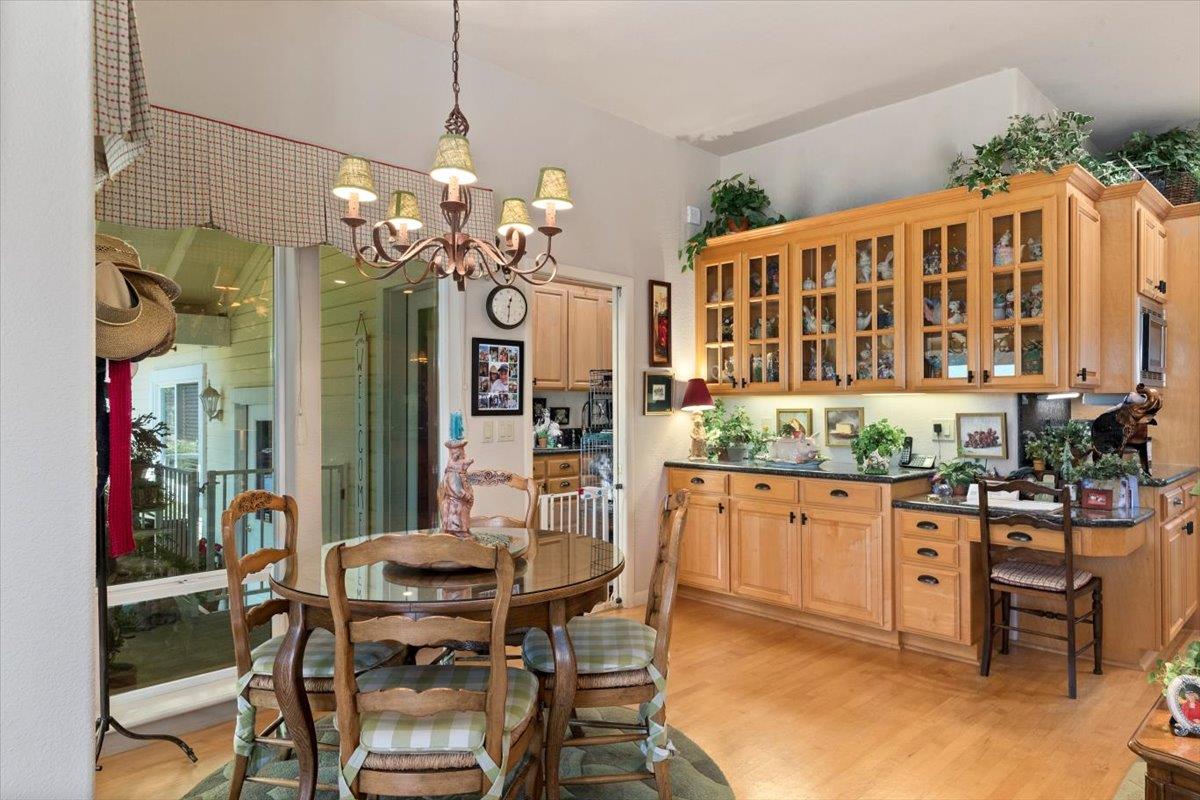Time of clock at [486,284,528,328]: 12:30
